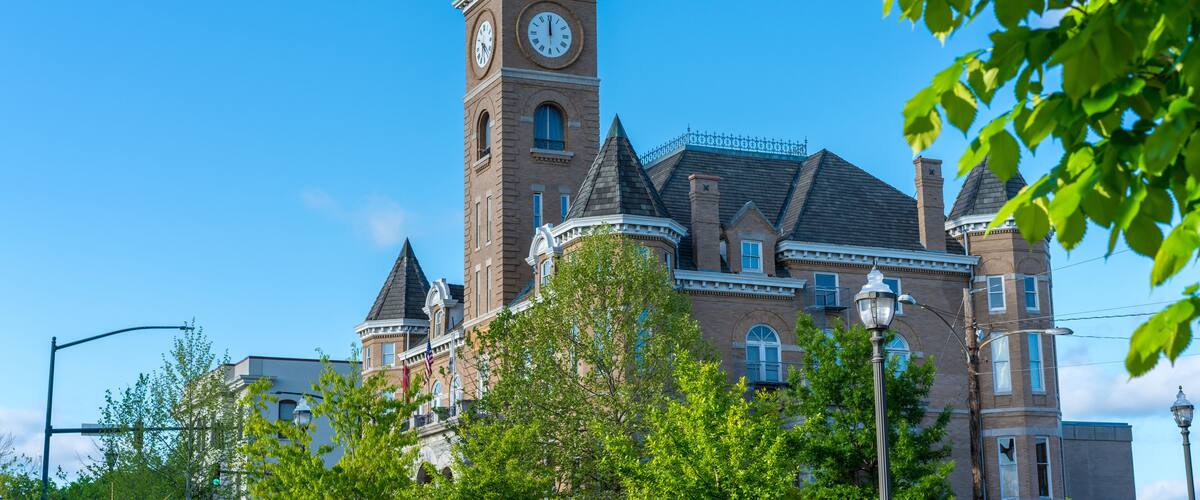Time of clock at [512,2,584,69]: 12:00
